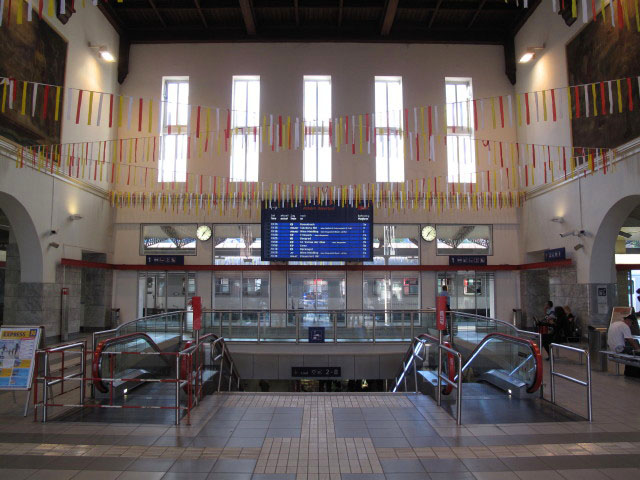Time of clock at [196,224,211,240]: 7:07
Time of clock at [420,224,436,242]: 7:07
